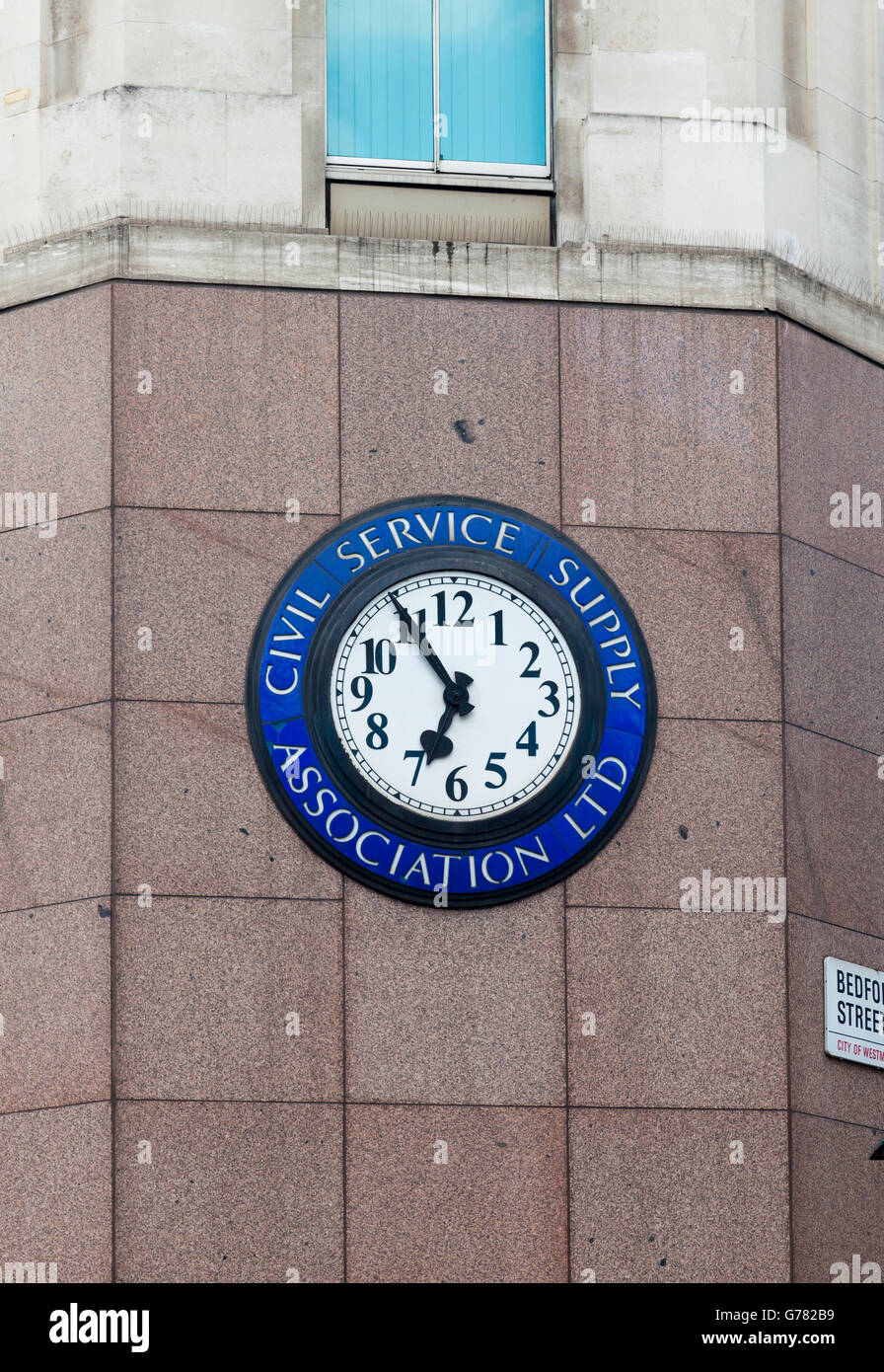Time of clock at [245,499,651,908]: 6:54
